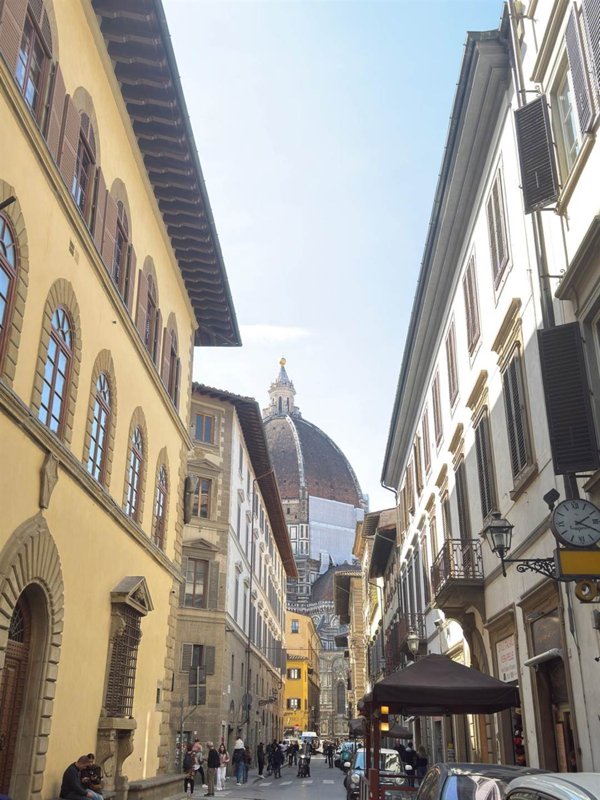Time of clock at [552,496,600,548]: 2:19
